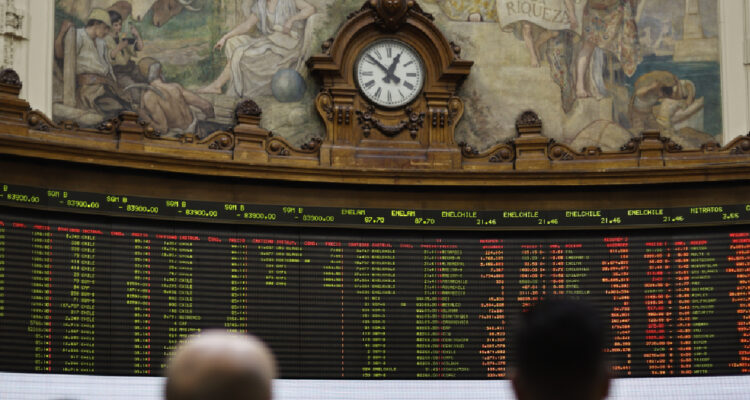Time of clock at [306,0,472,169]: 12:51
